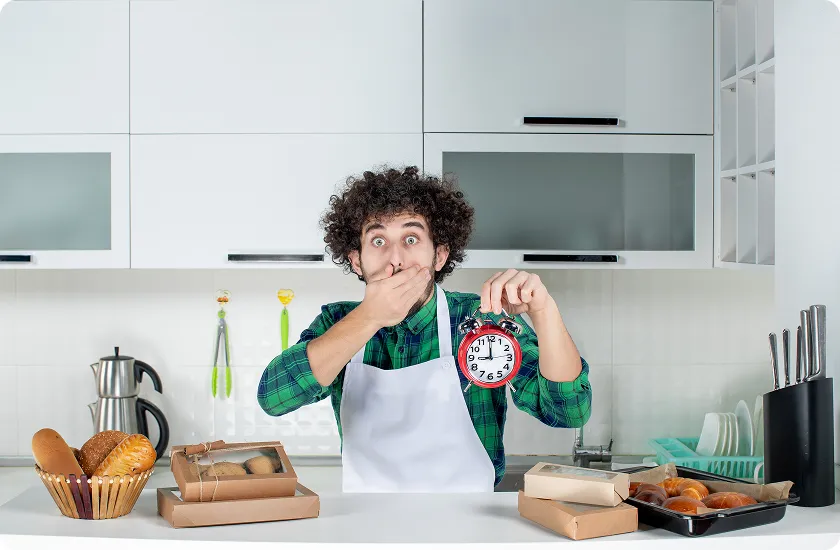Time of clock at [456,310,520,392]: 8:59
